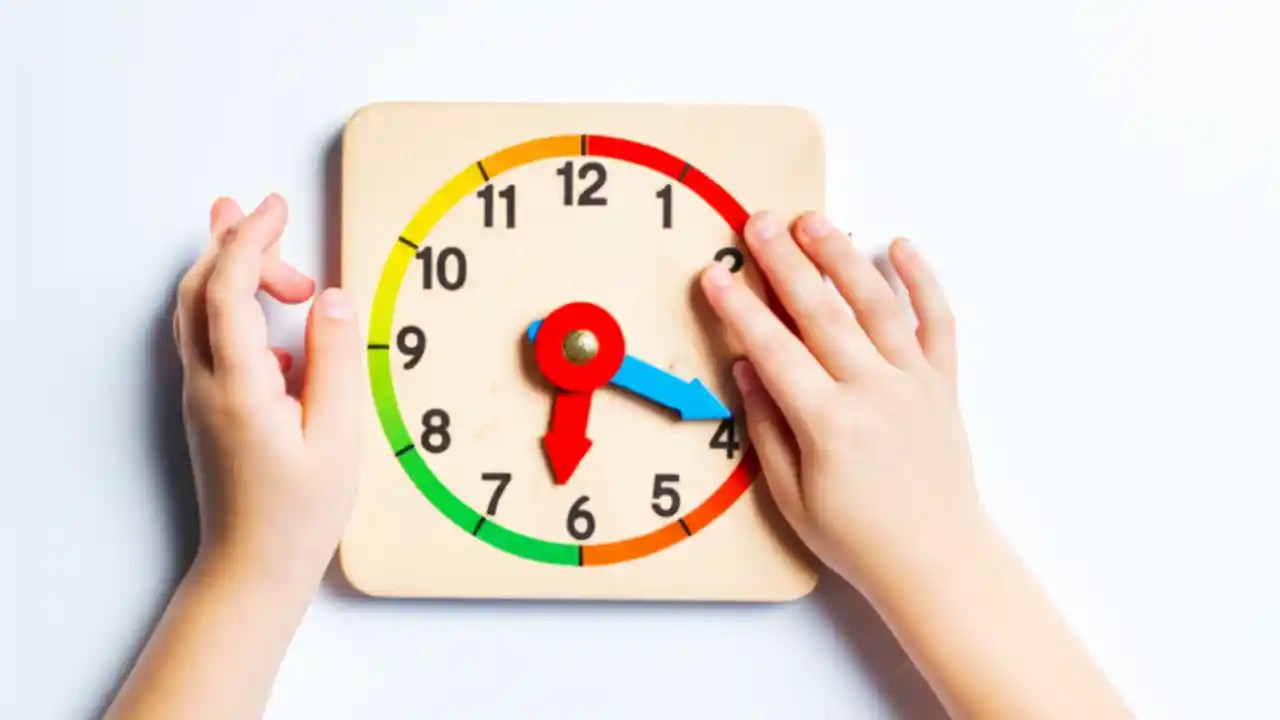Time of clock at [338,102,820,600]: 6:18
